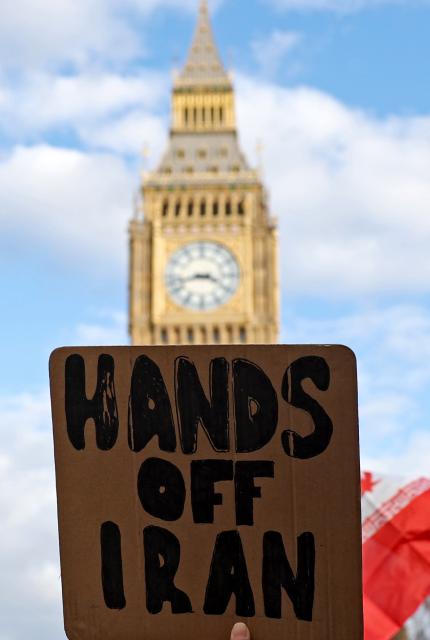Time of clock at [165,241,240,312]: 3:42
